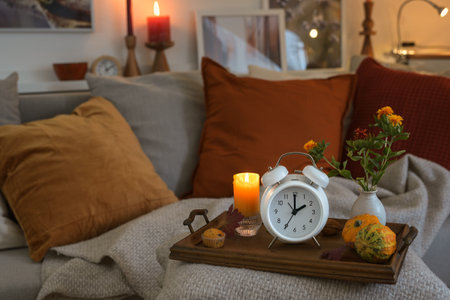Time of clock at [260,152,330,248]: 2:00
